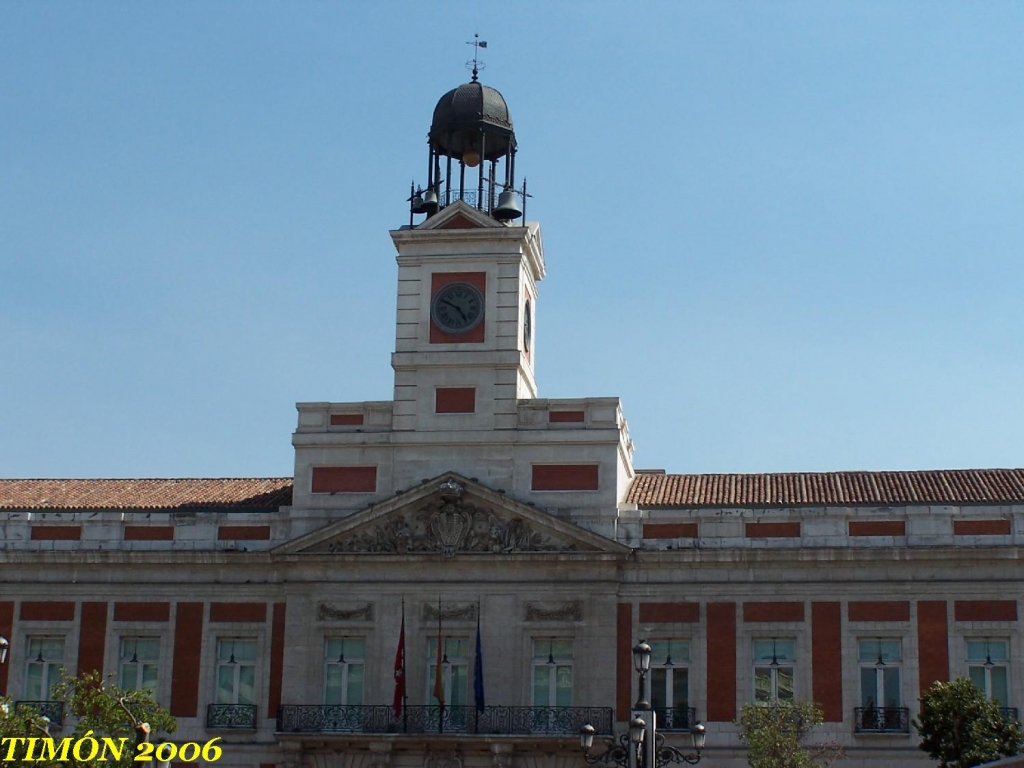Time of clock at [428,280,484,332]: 4:49
